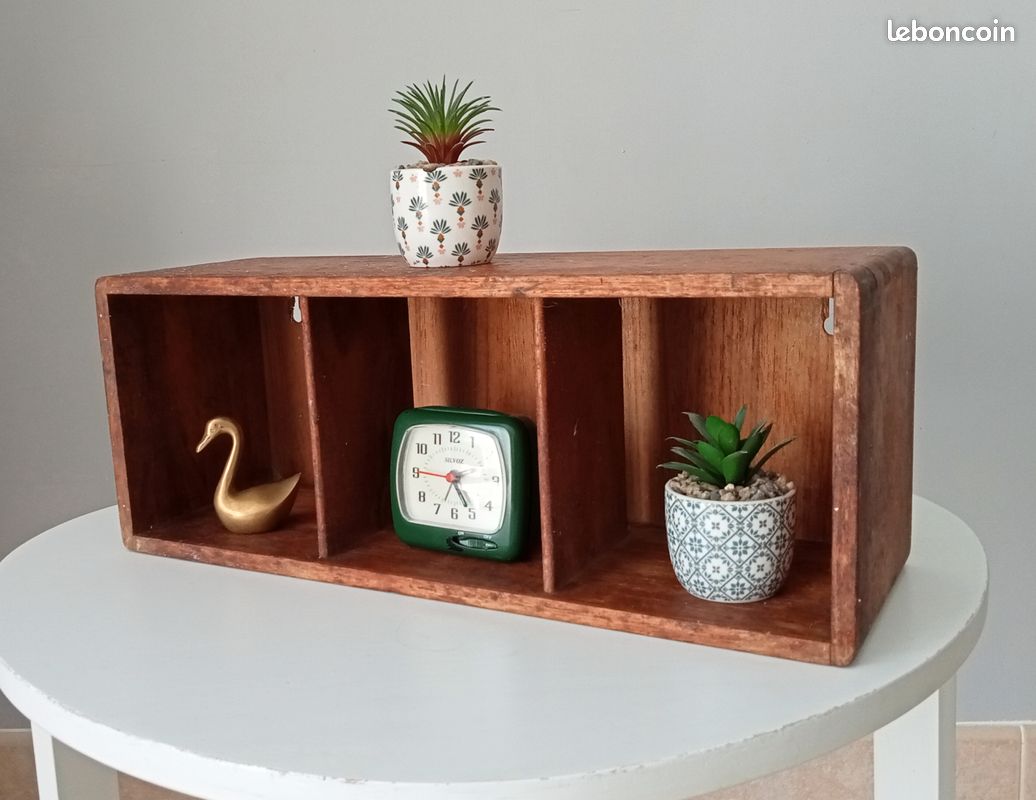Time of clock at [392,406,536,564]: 4:45
